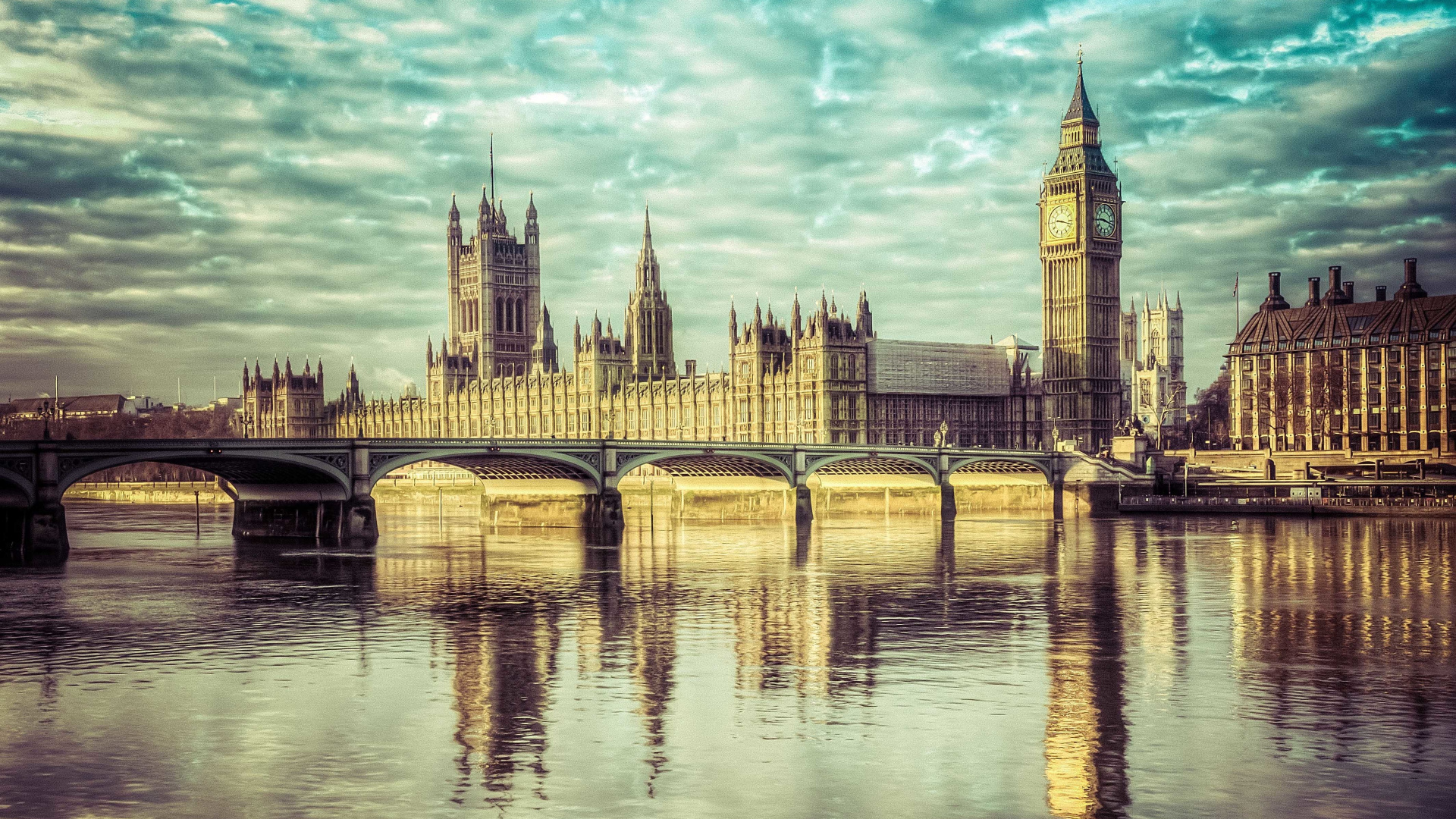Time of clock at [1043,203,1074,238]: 9:17
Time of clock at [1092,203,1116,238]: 9:17
